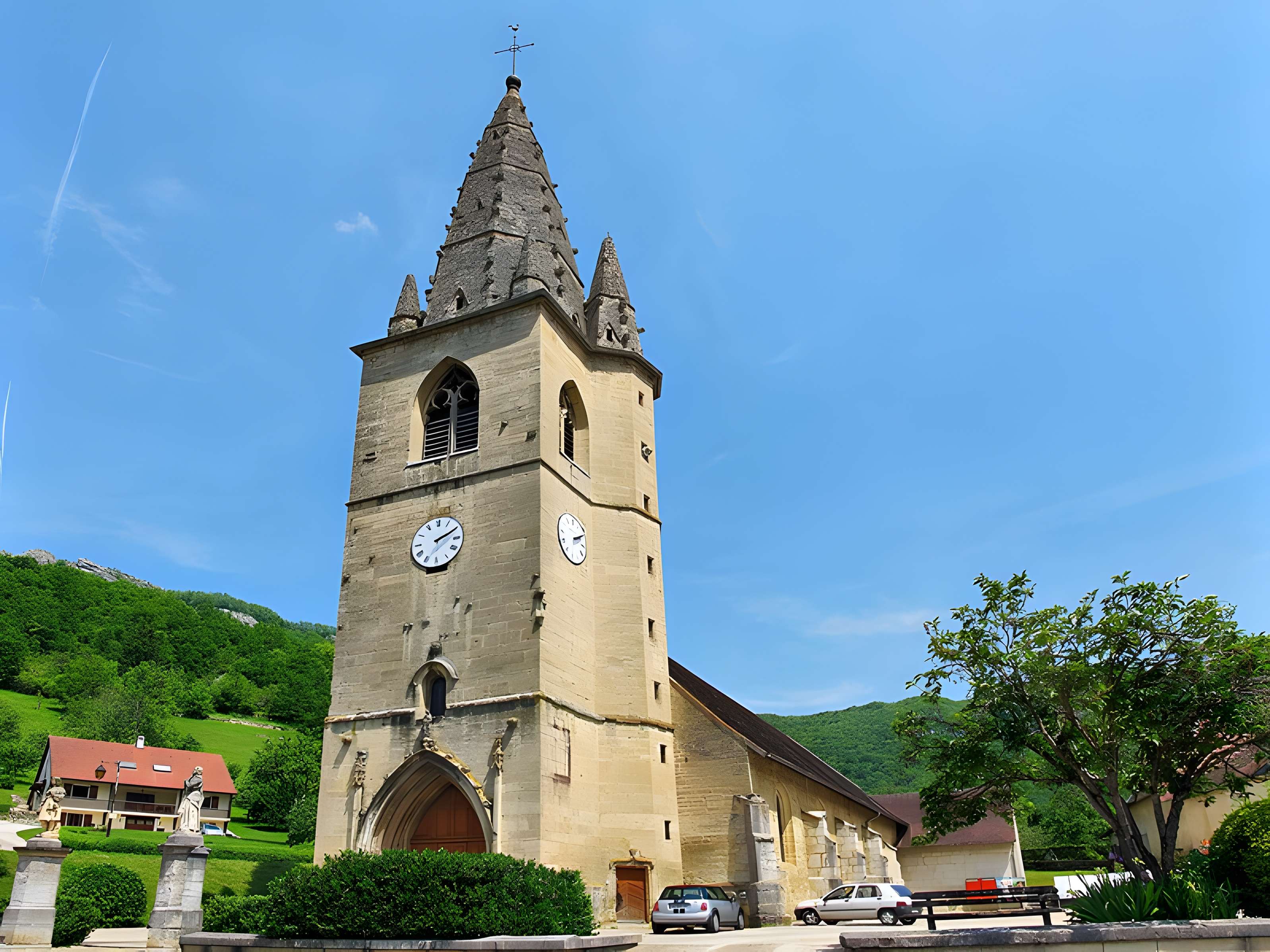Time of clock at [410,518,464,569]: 2:10
